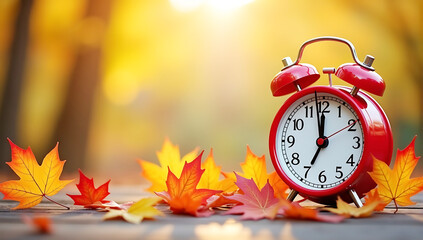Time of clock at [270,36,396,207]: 6:58
